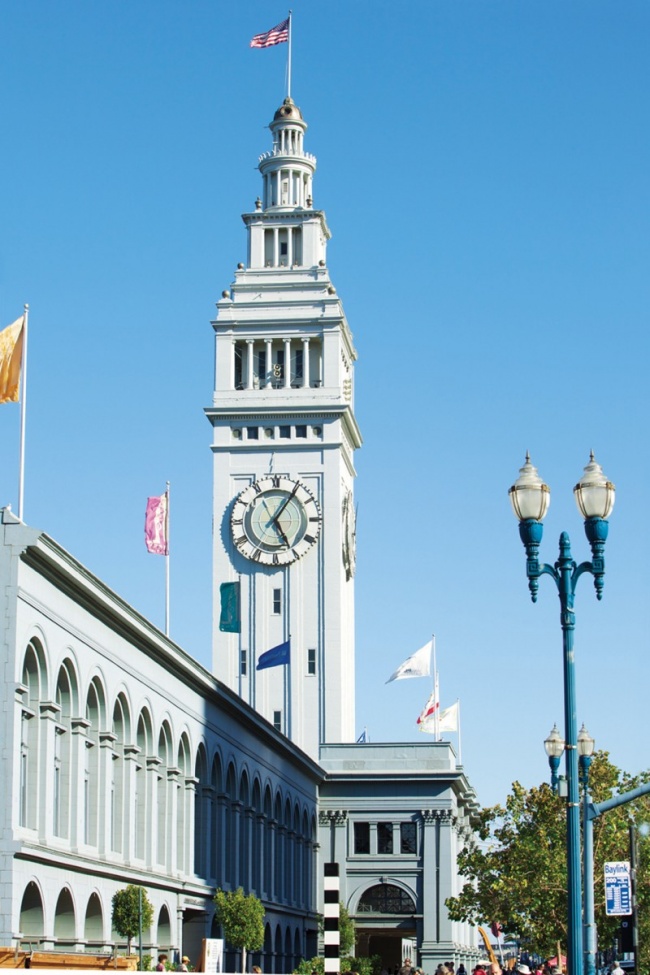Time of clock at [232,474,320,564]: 5:05
